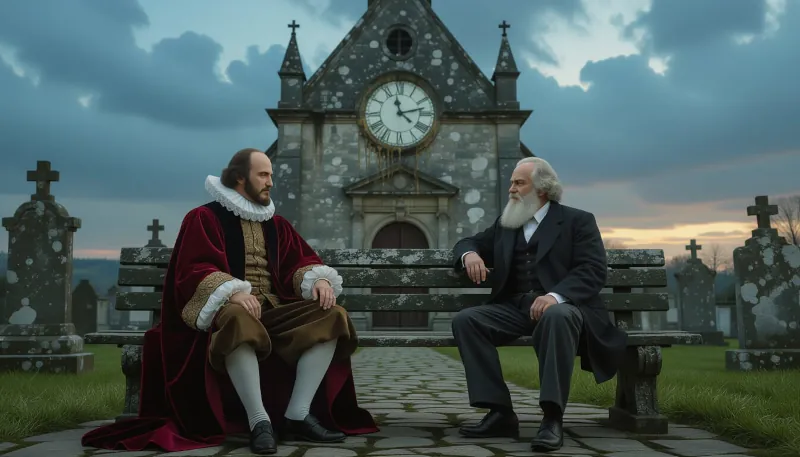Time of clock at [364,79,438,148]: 11:12
